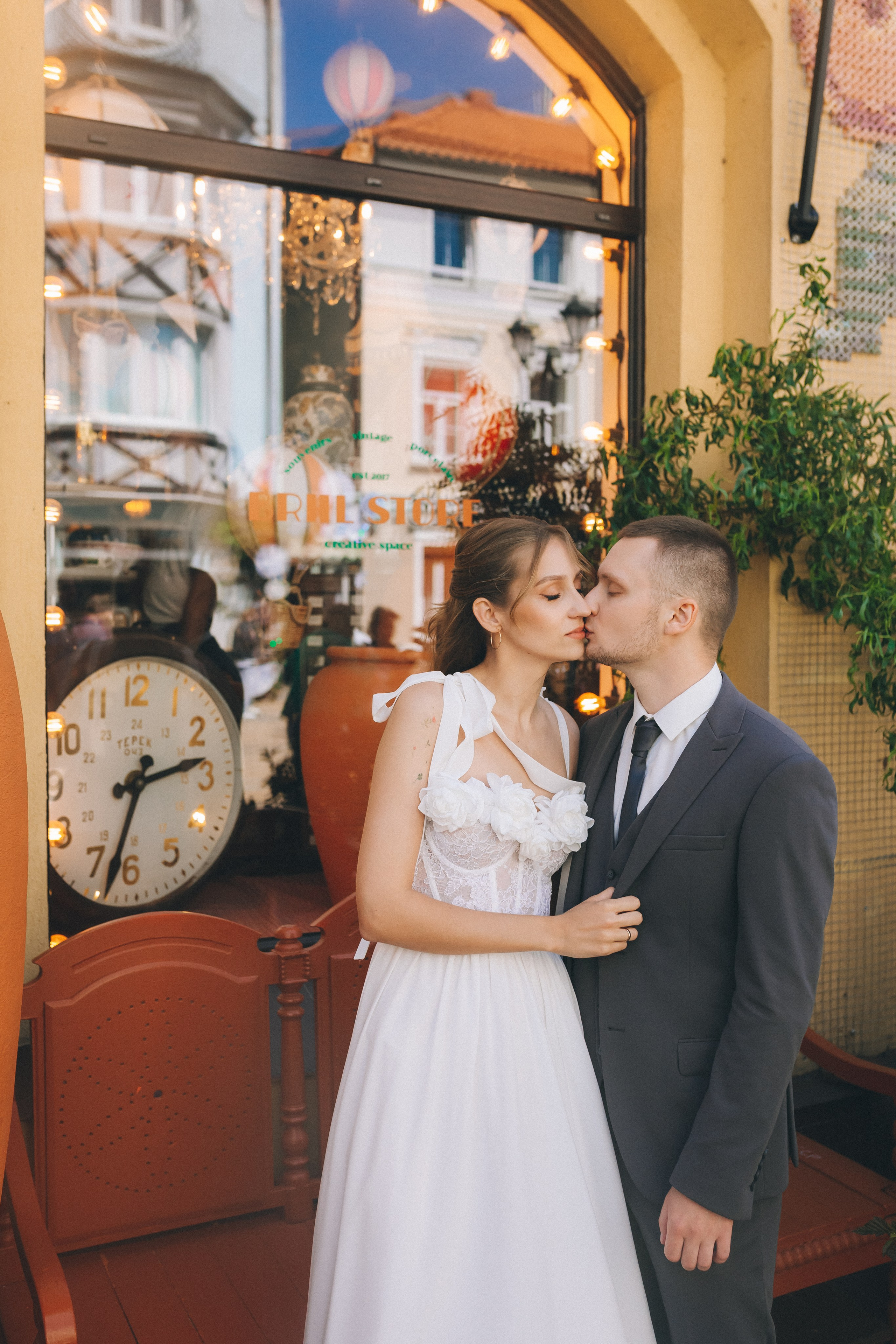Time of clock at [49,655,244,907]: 2:33
